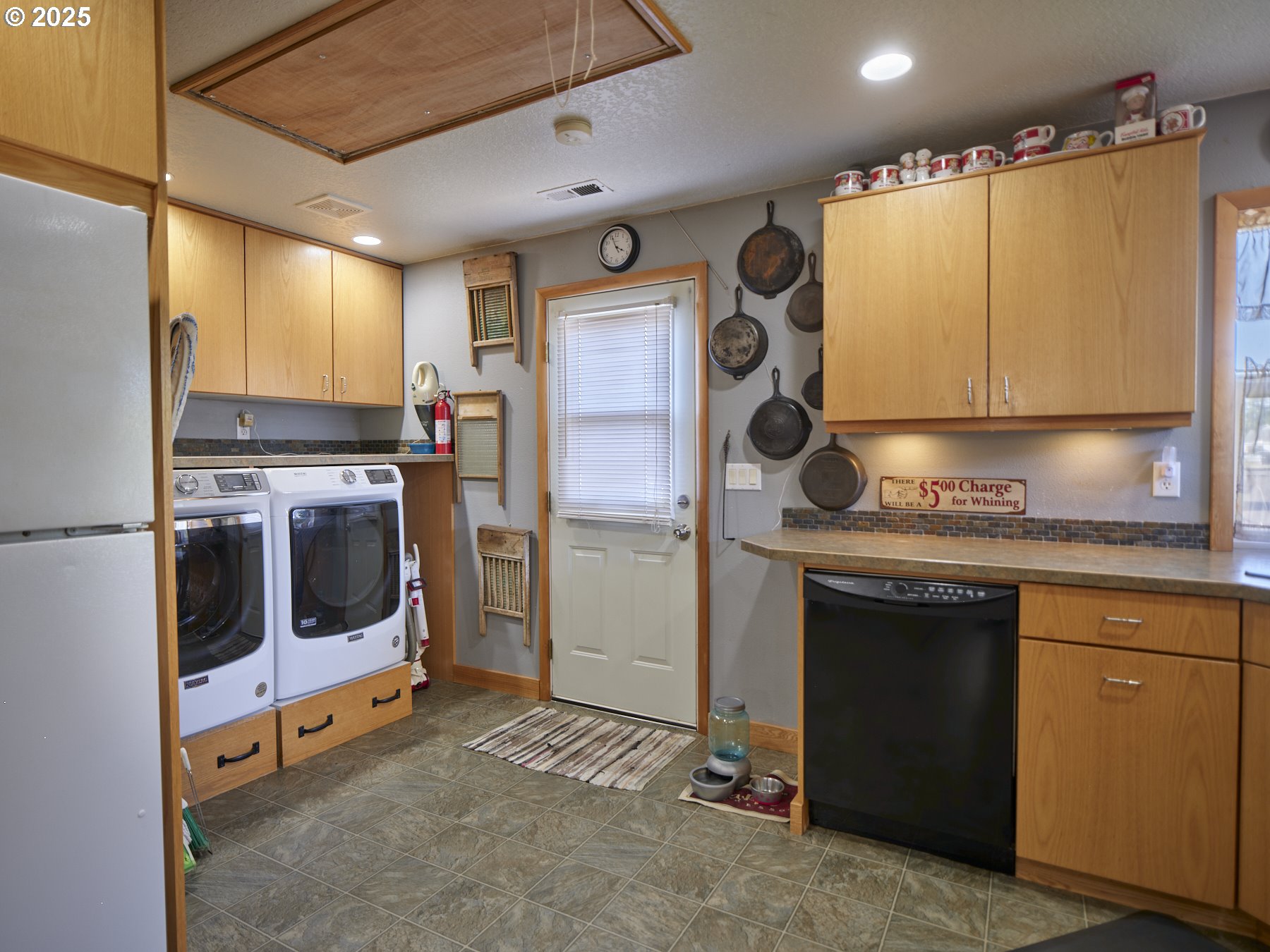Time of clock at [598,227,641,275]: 3:56
